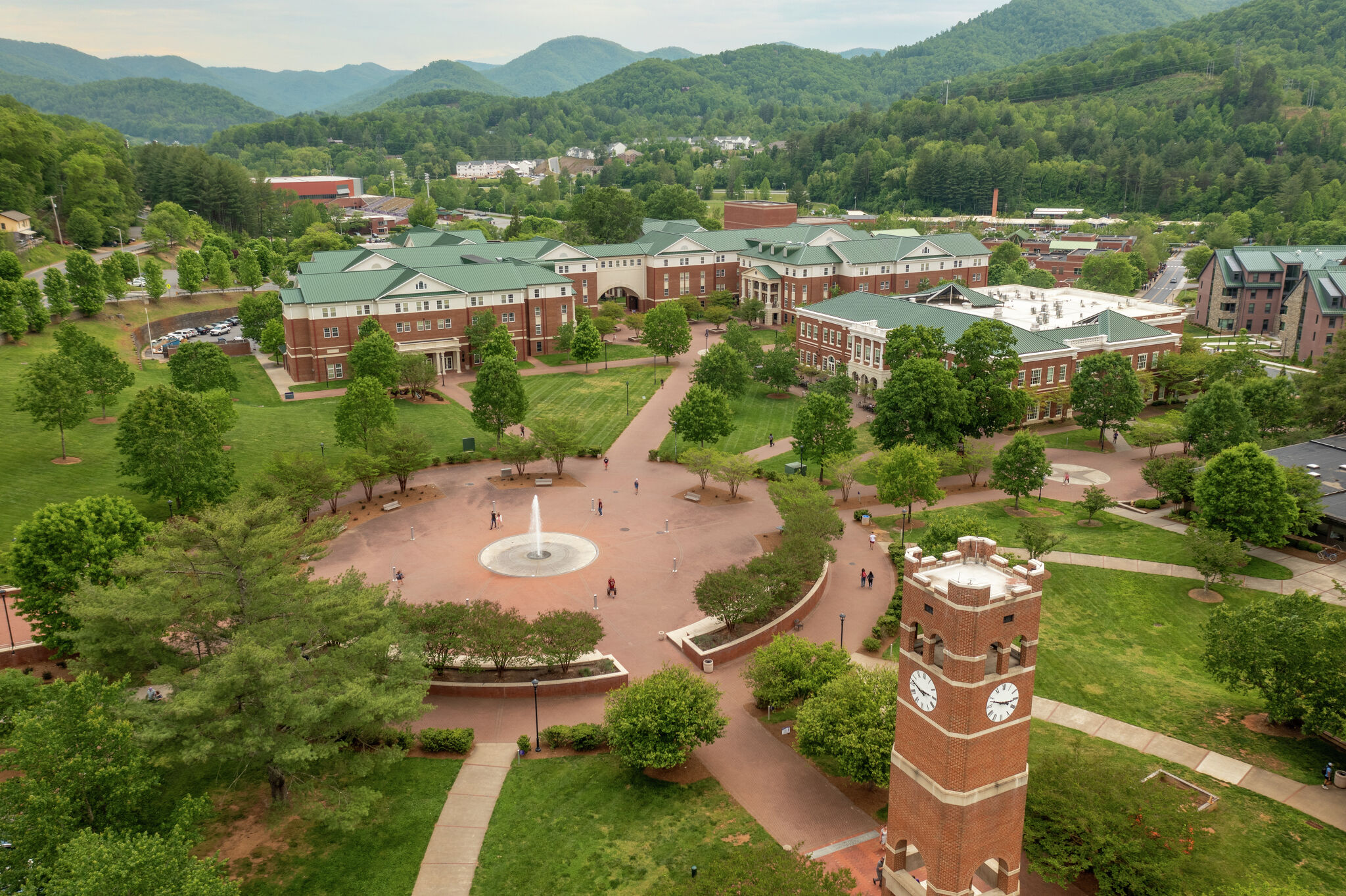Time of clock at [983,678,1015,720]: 2:48
